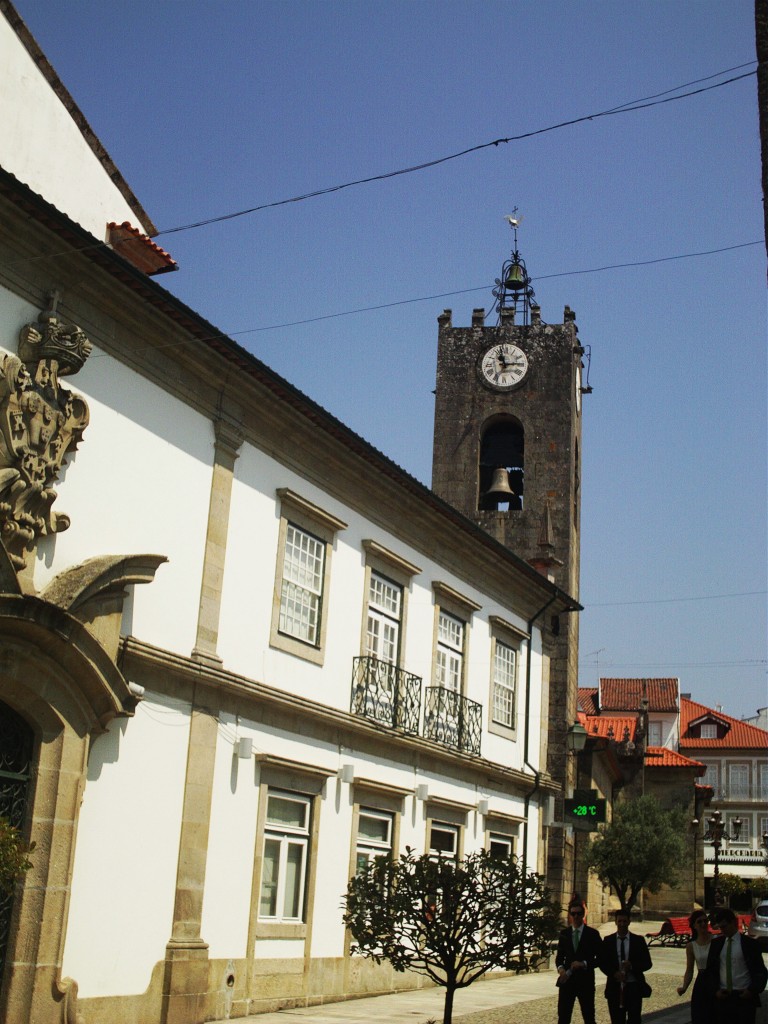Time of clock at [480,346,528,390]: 11:14
